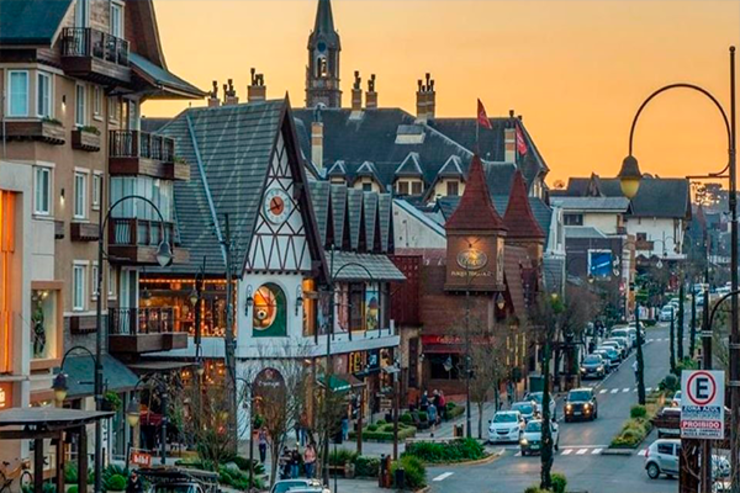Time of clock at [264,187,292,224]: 10:41
